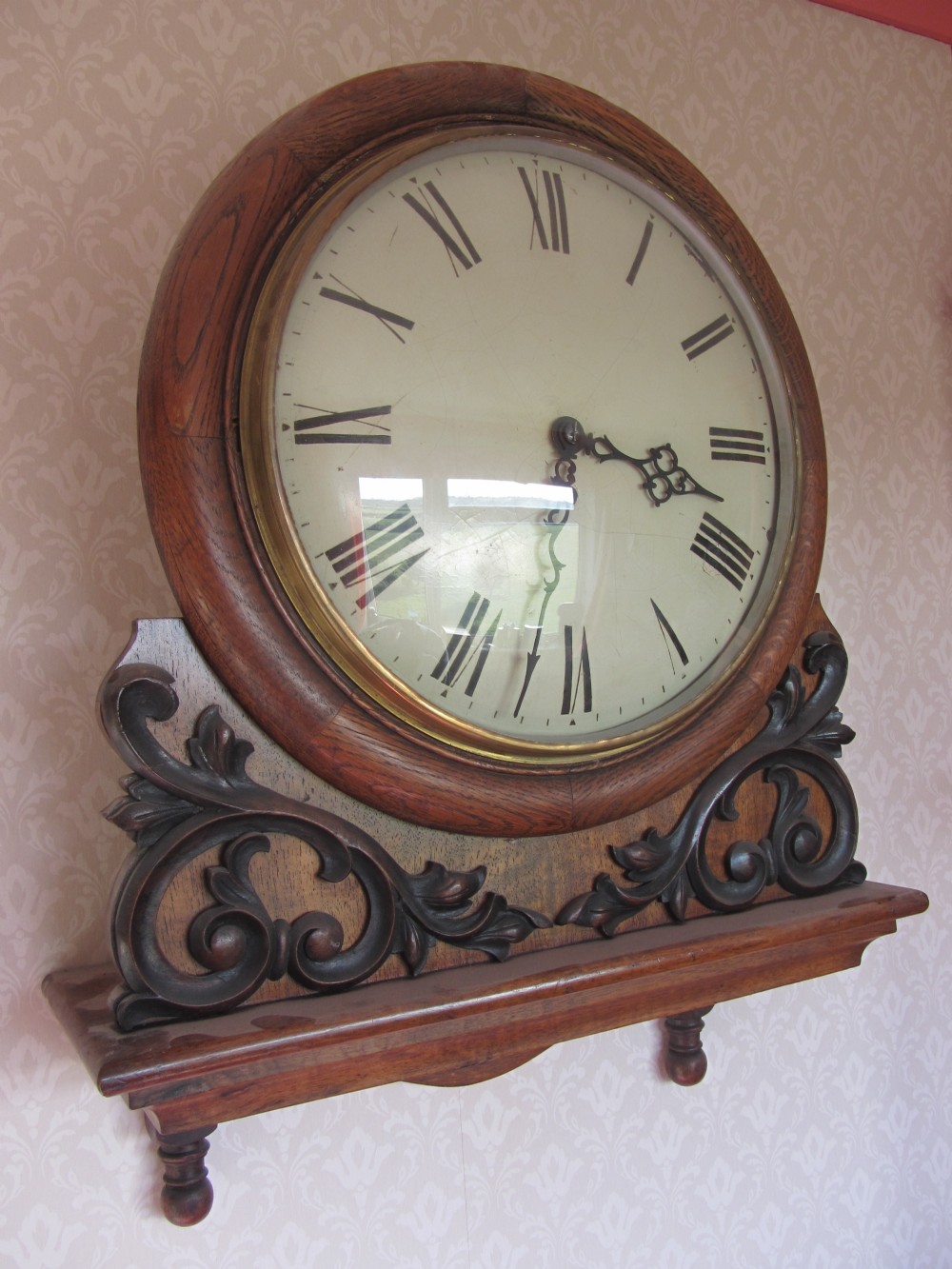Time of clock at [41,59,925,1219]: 3:31
